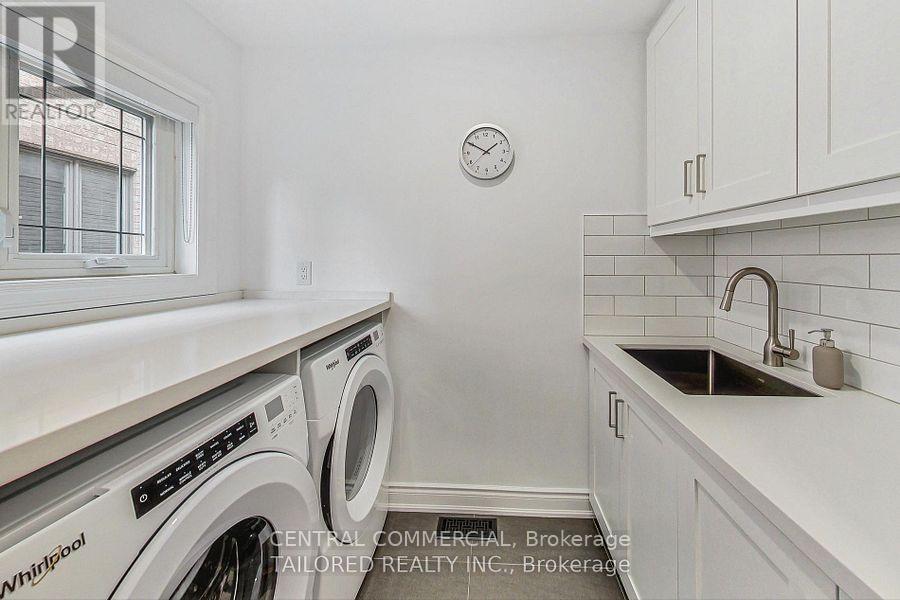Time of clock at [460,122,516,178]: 1:50
